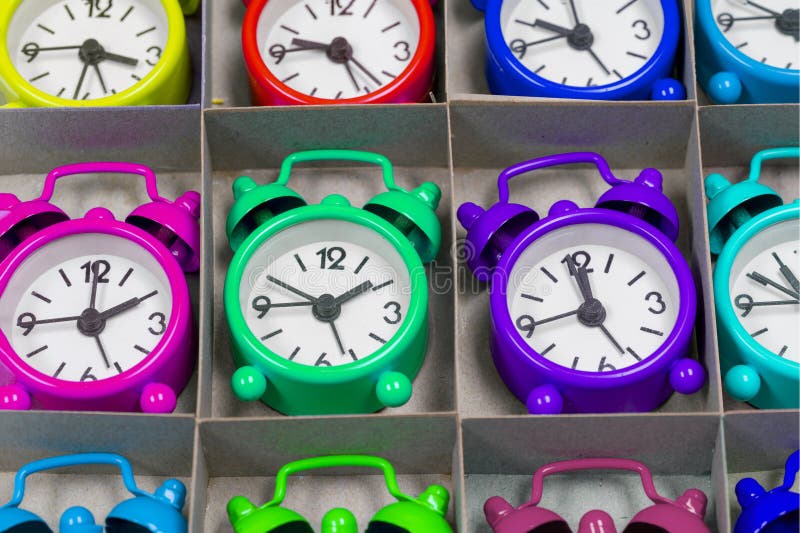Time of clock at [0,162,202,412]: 2:00
